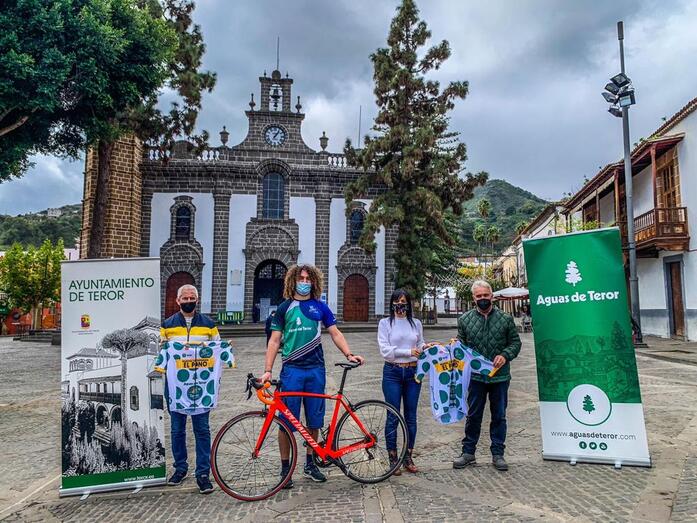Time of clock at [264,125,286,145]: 1:06
